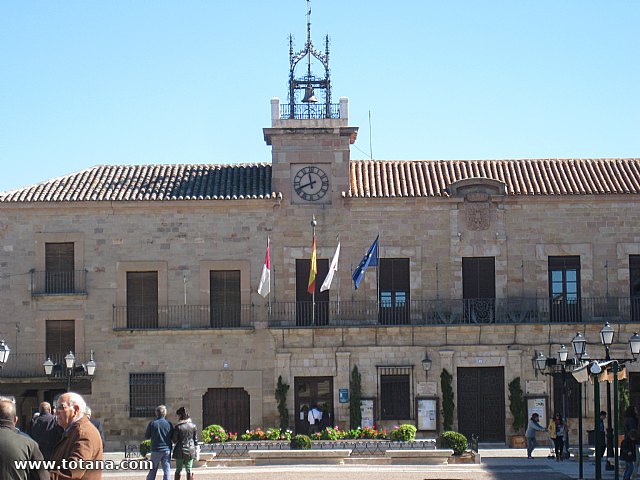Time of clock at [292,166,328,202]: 11:41
